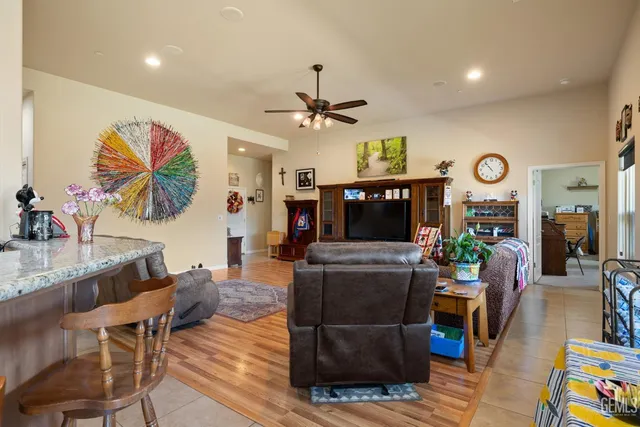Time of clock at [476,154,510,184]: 10:53
